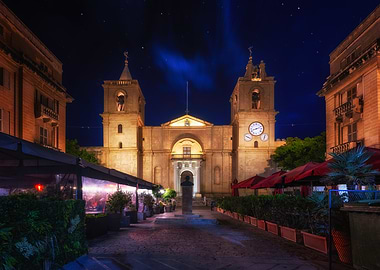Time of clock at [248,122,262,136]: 8:11
